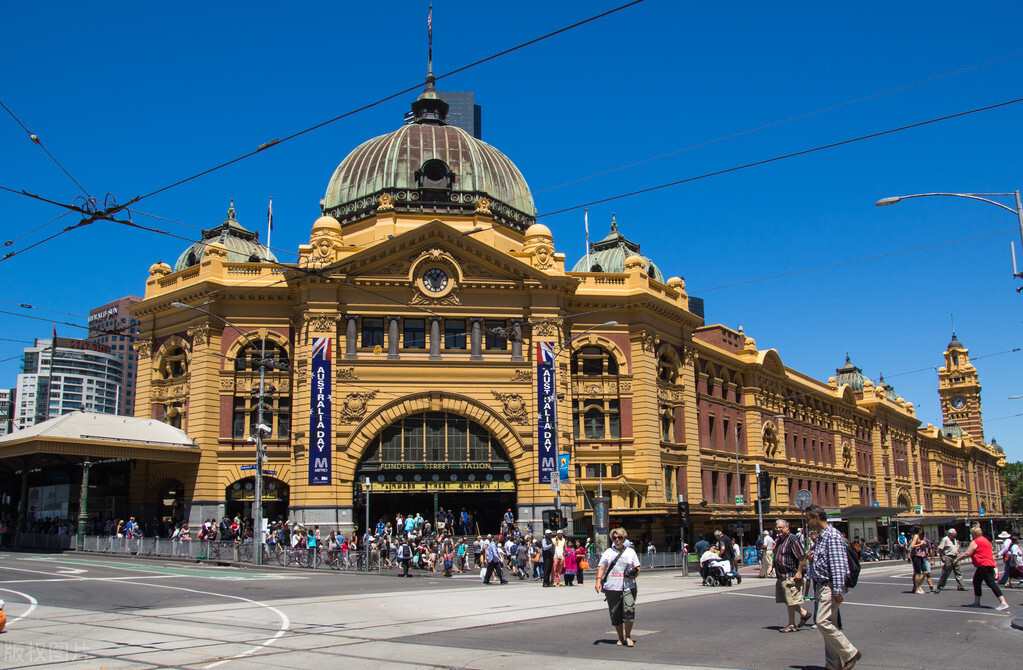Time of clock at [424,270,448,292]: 12:52
